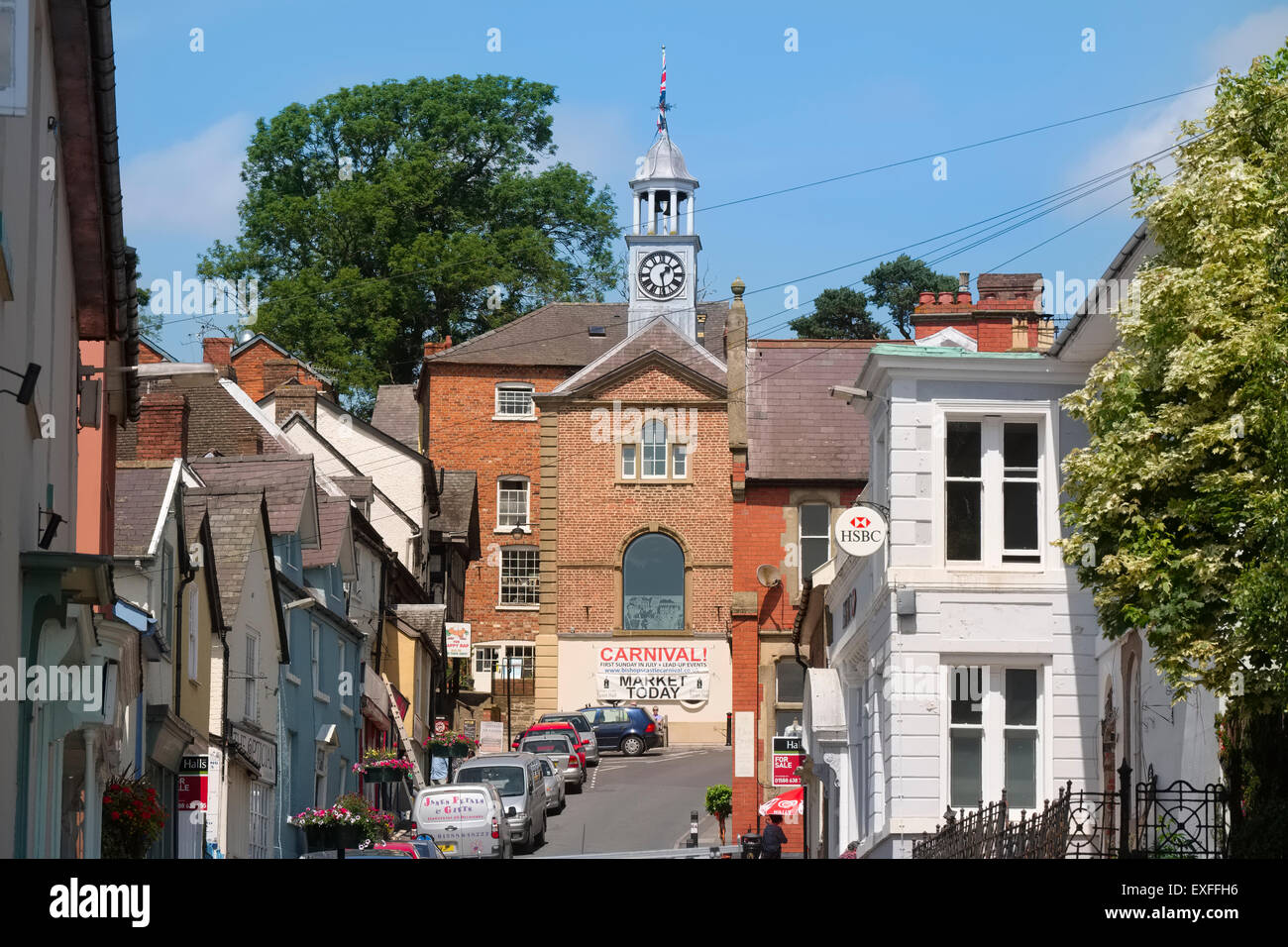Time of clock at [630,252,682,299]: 1:28
